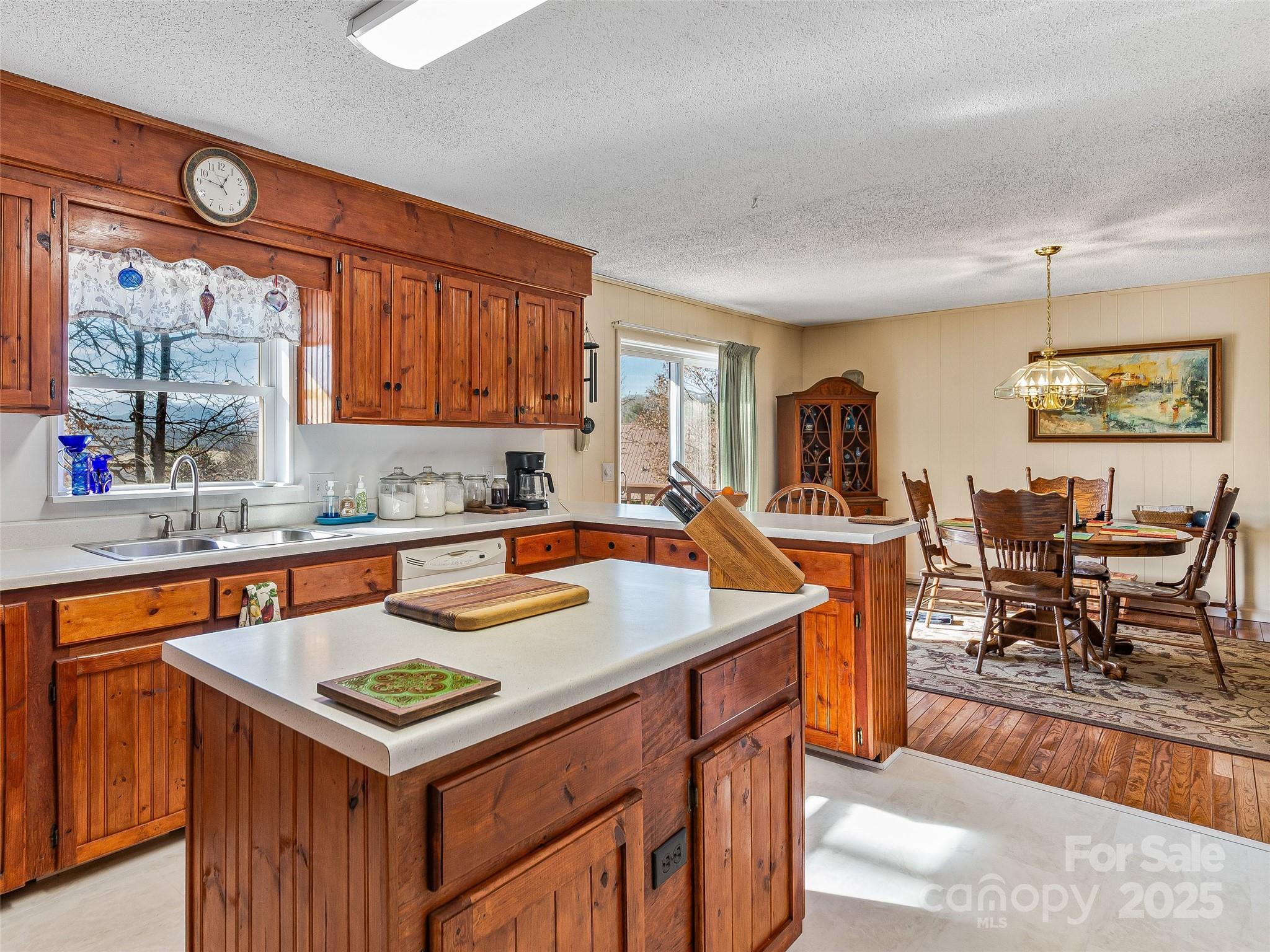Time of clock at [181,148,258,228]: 12:46
